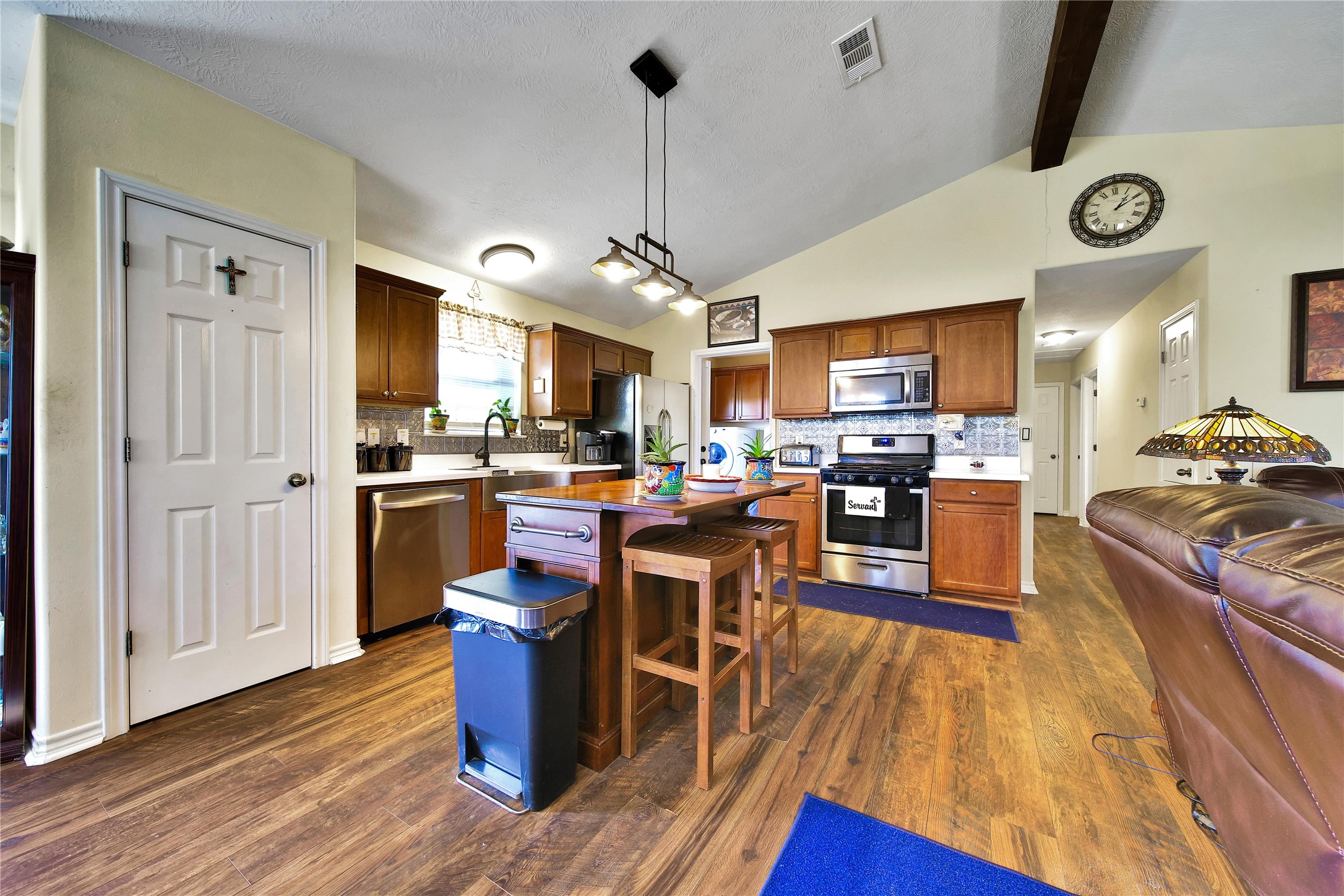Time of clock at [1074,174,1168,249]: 1:10
